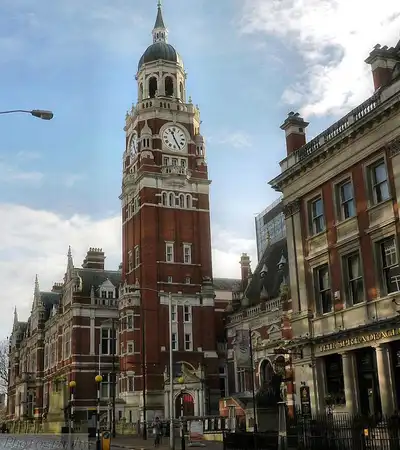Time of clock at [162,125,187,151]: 11:25
